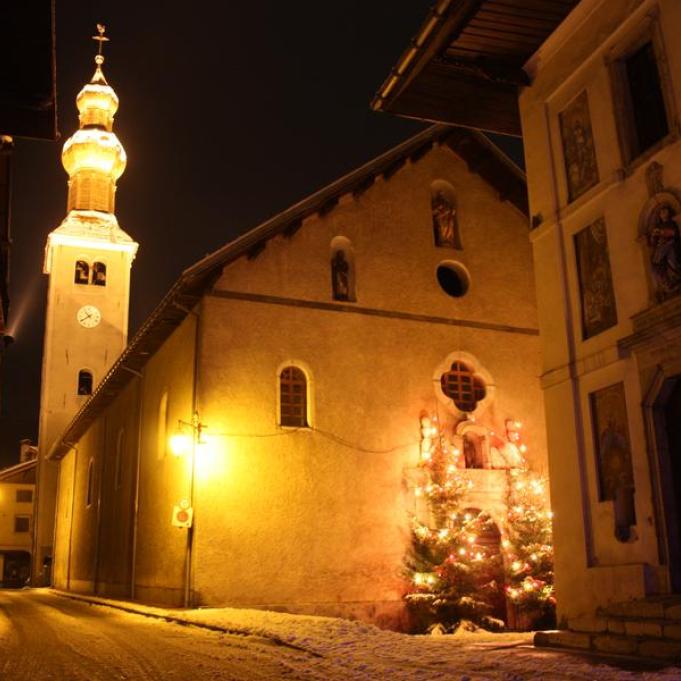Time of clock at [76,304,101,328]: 10:39
